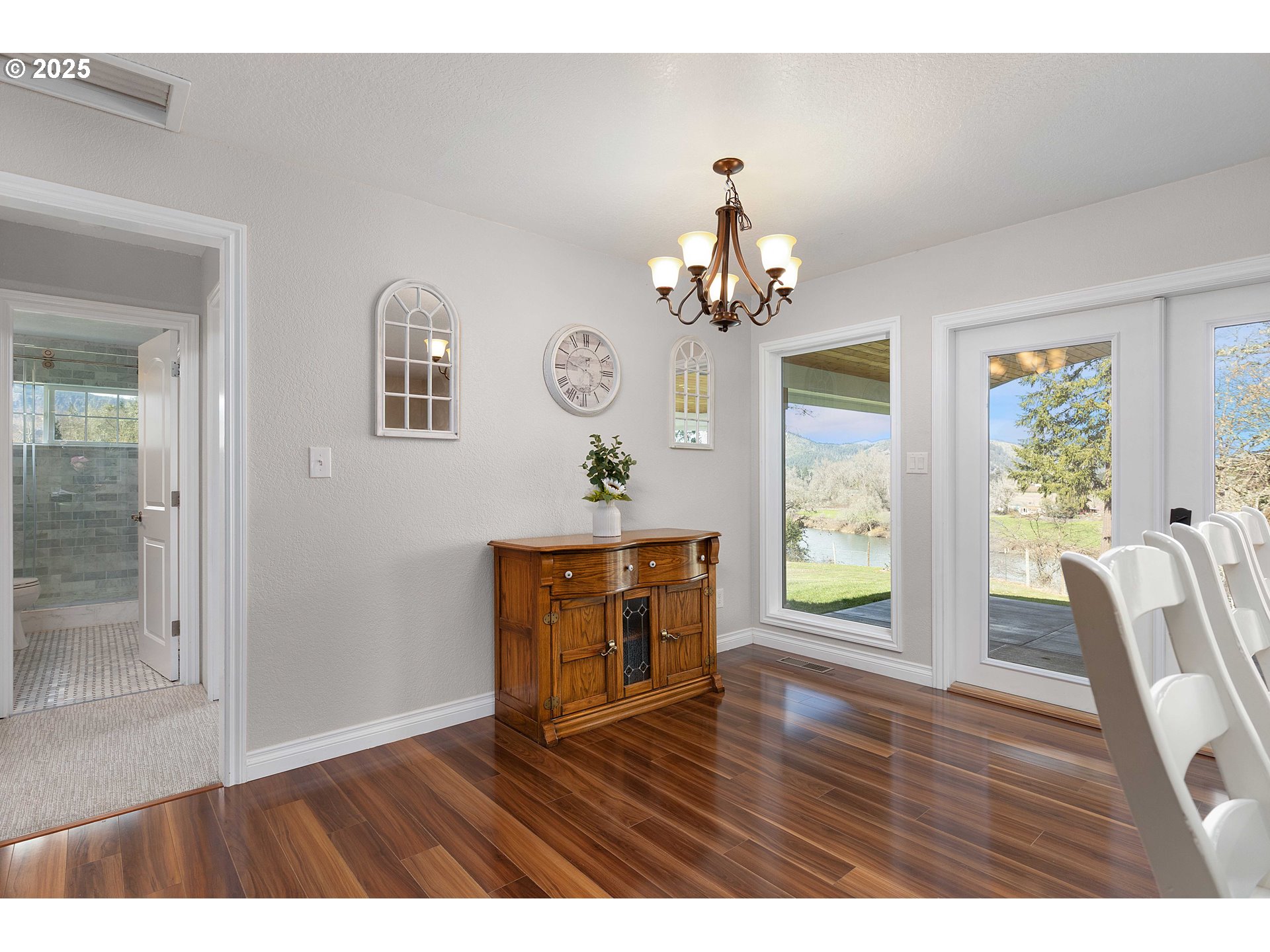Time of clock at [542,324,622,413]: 12:47
